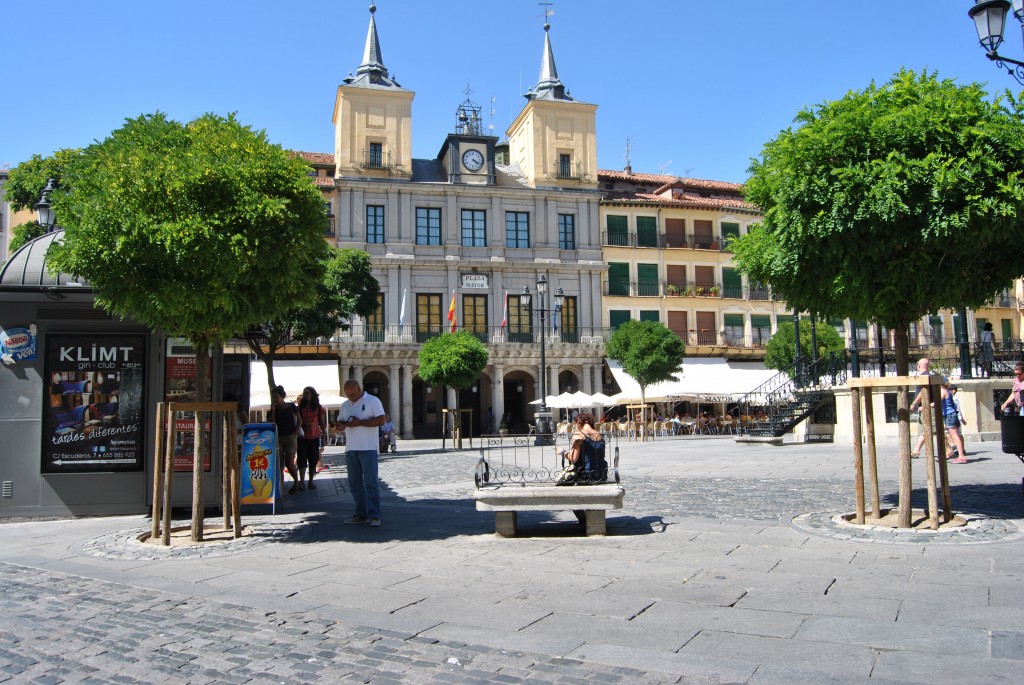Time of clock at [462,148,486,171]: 4:19
